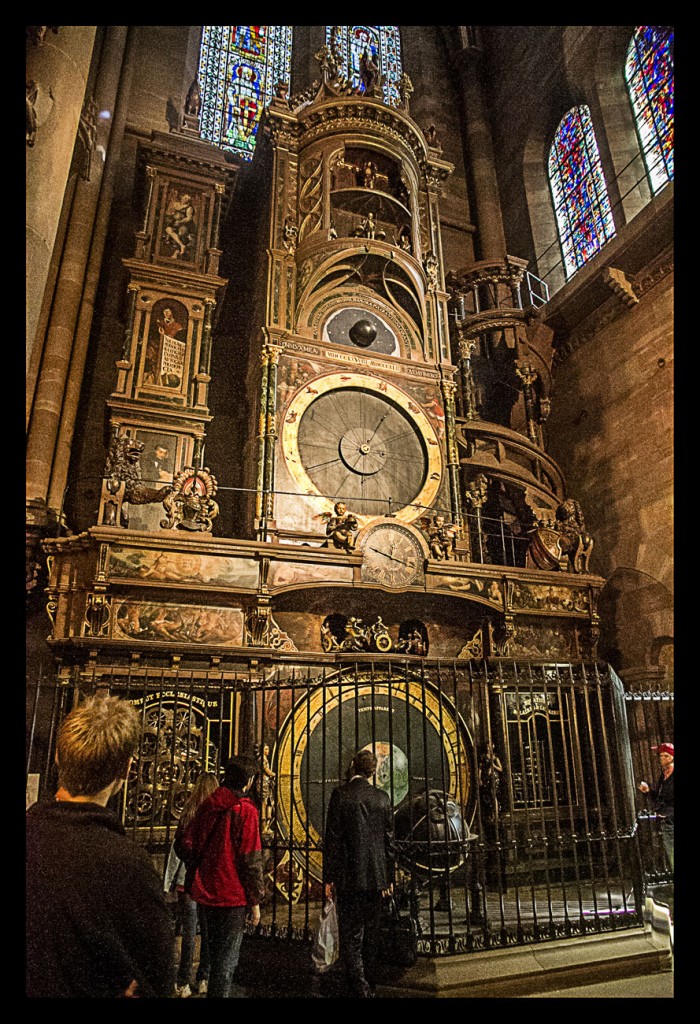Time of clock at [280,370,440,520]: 1:05
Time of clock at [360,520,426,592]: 3:48
